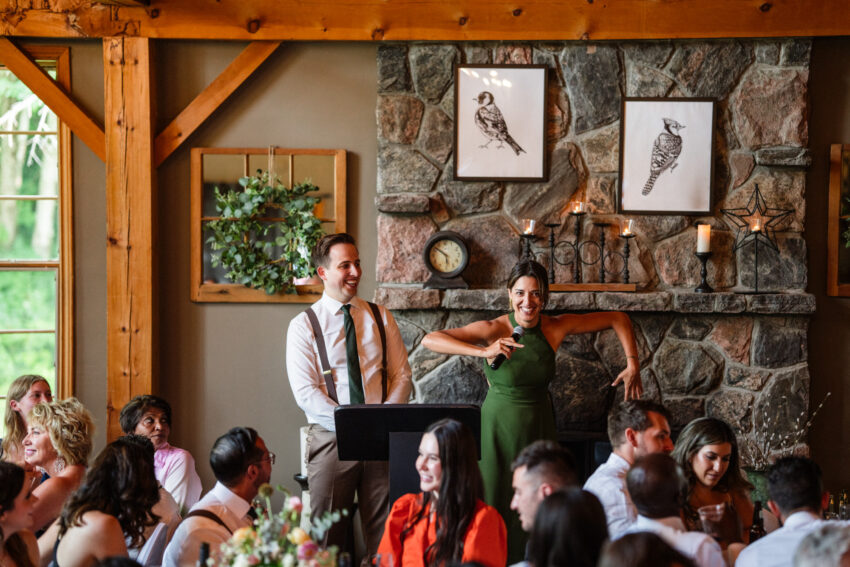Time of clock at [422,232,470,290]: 5:51
